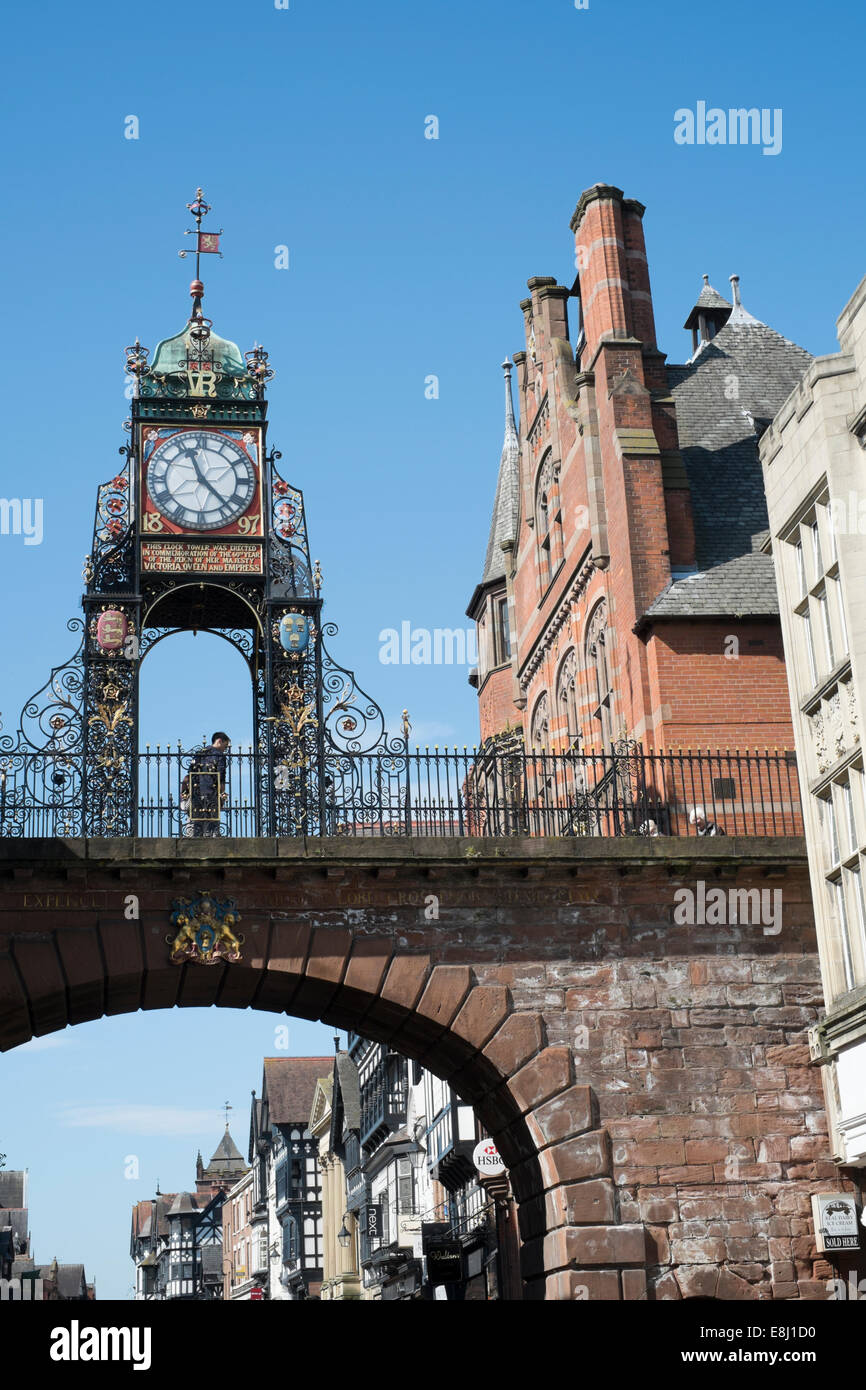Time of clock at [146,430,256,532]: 11:22
